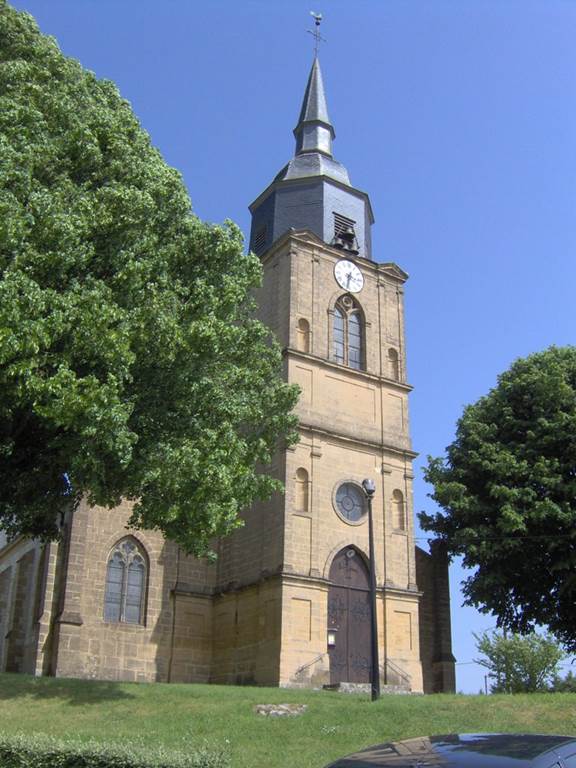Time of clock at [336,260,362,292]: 3:32
